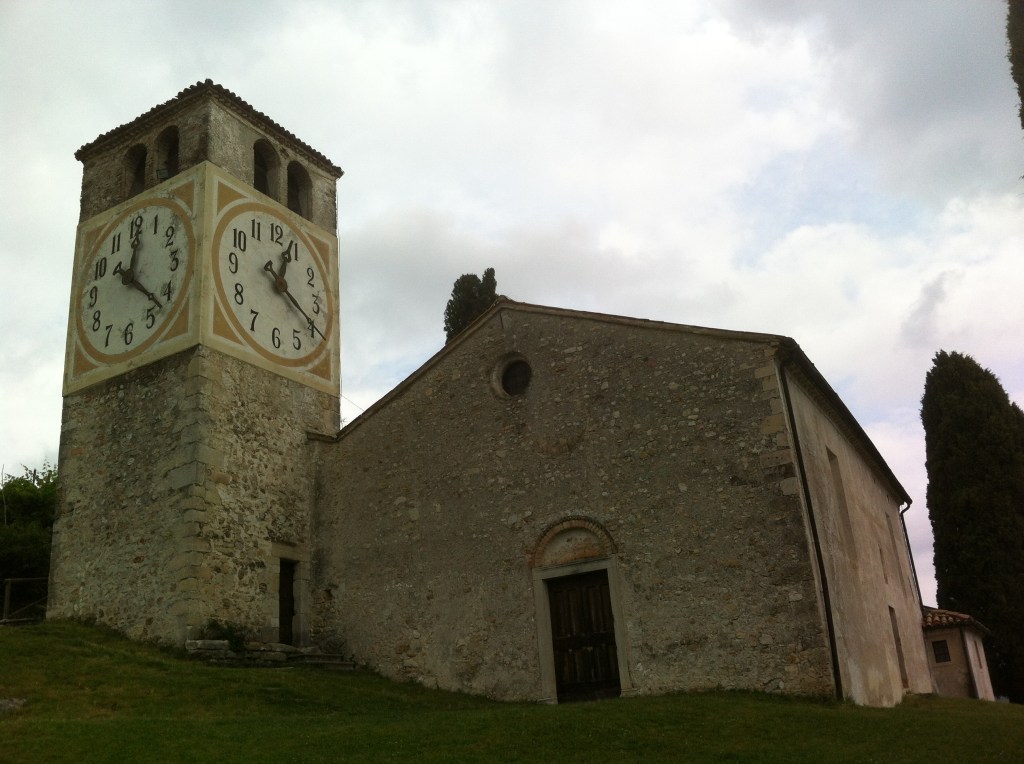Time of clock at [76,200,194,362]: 12:22
